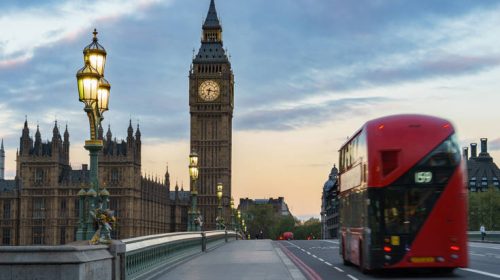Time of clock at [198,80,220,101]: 6:16
